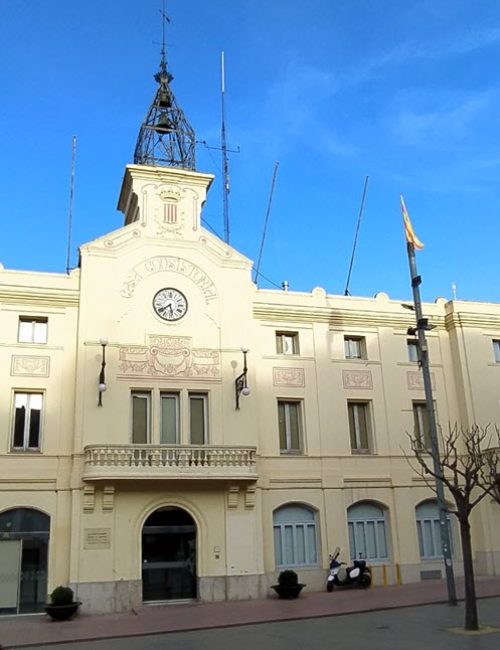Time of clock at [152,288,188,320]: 5:38
